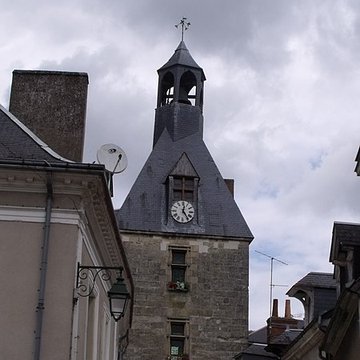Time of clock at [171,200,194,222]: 12:24
